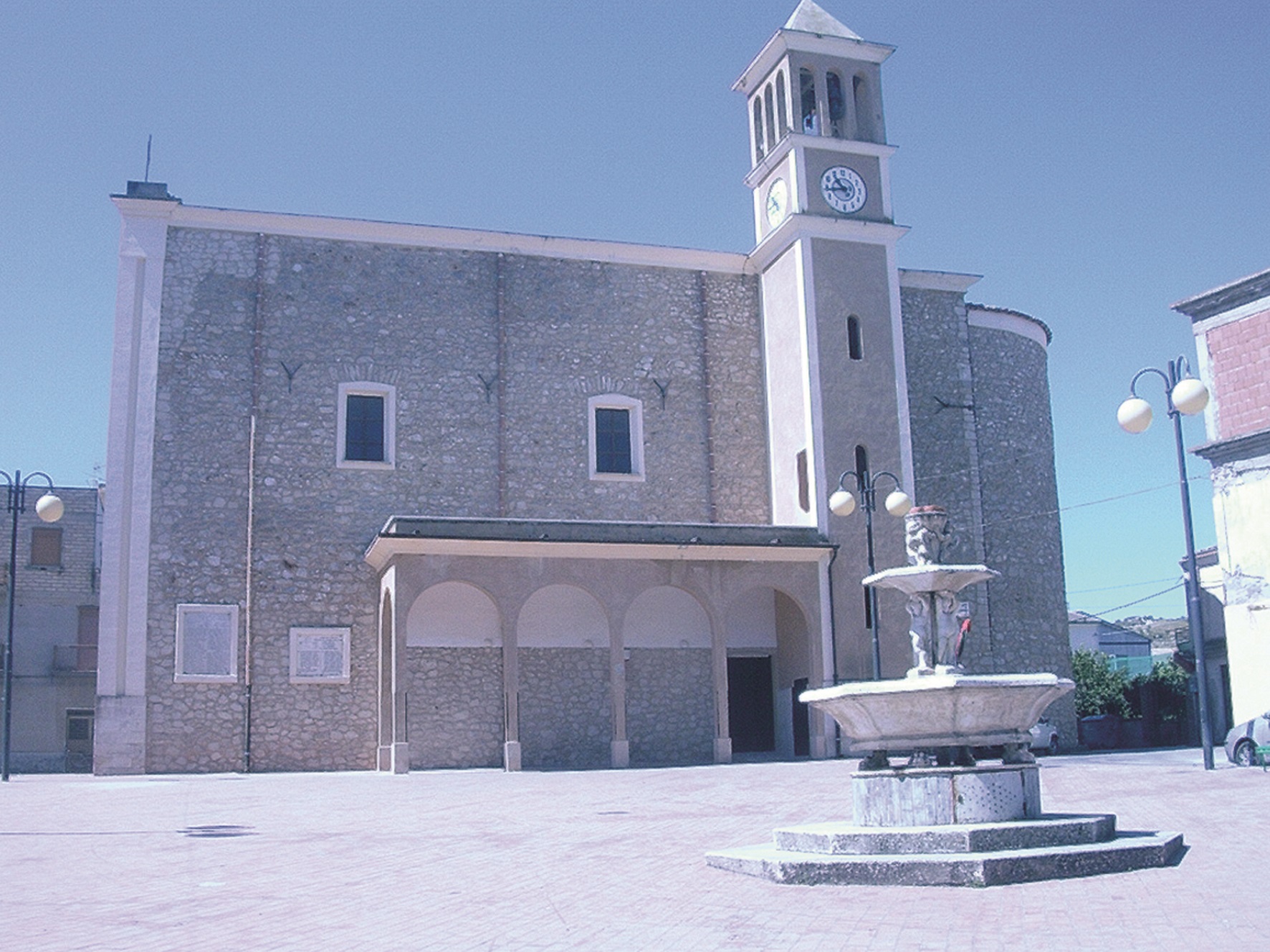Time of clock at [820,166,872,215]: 10:43
